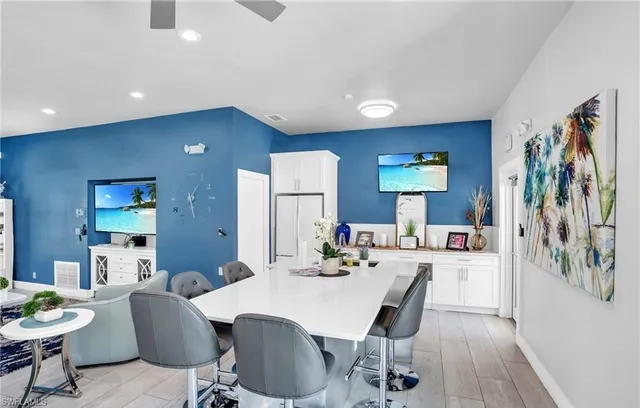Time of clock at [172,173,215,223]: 1:28
